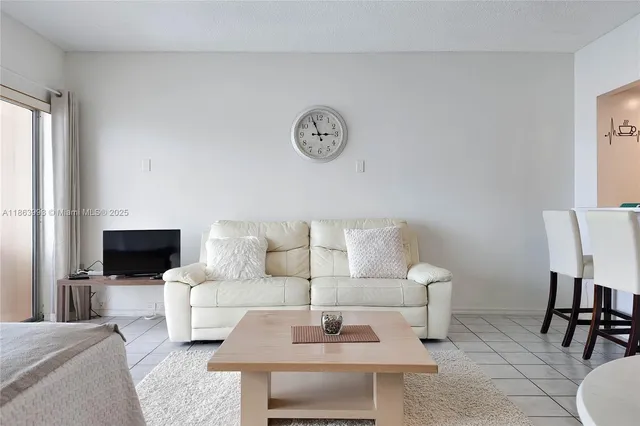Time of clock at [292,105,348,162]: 2:56
